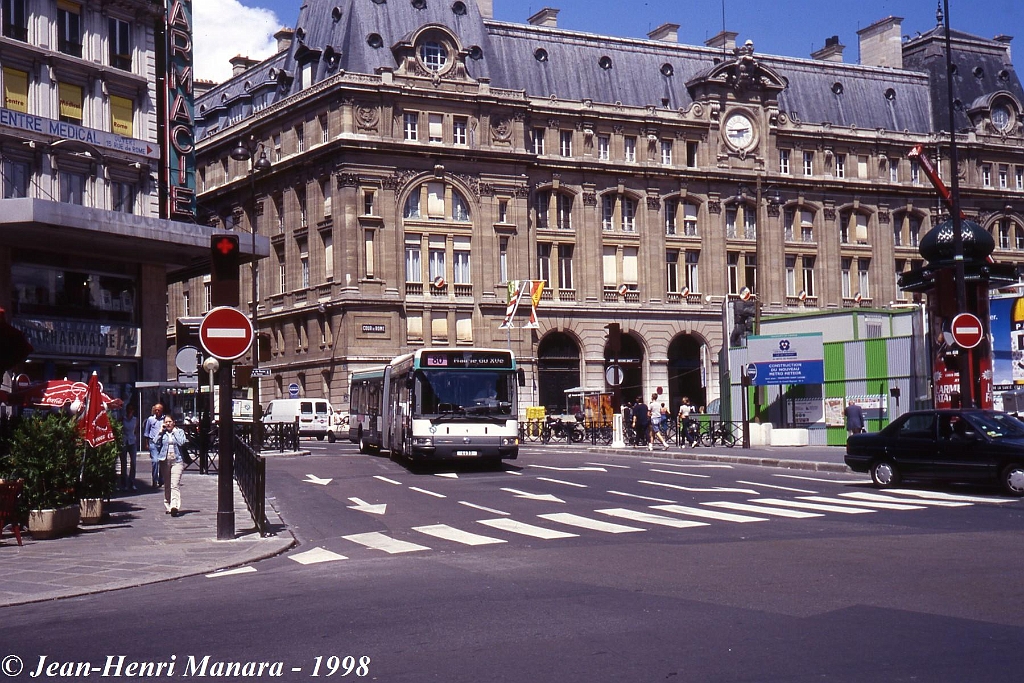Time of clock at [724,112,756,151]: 2:45
